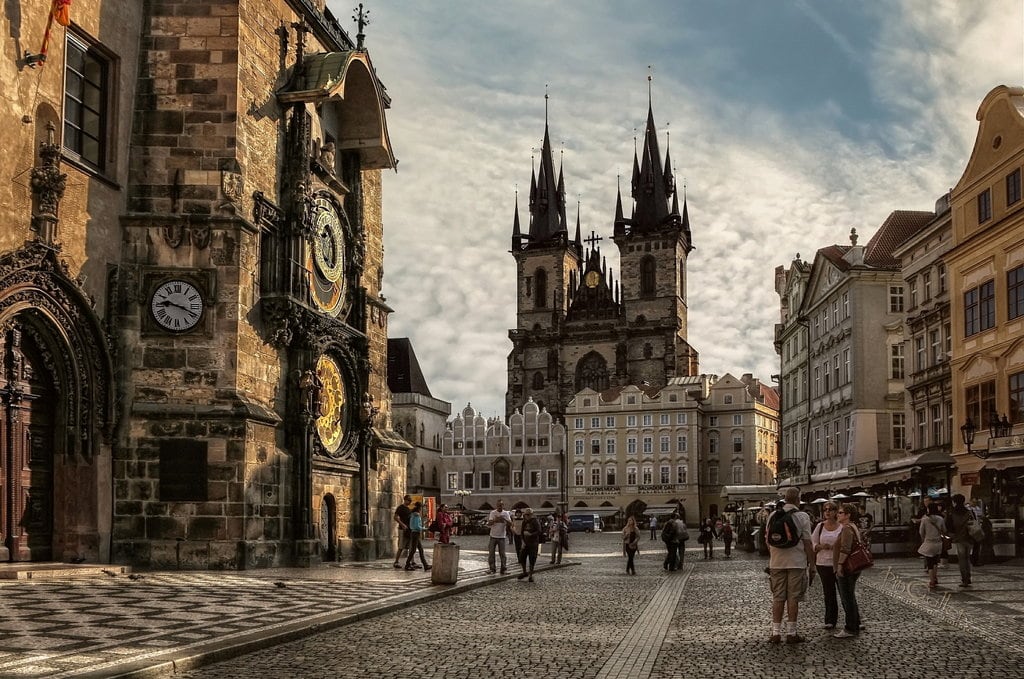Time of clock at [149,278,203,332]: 9:18
